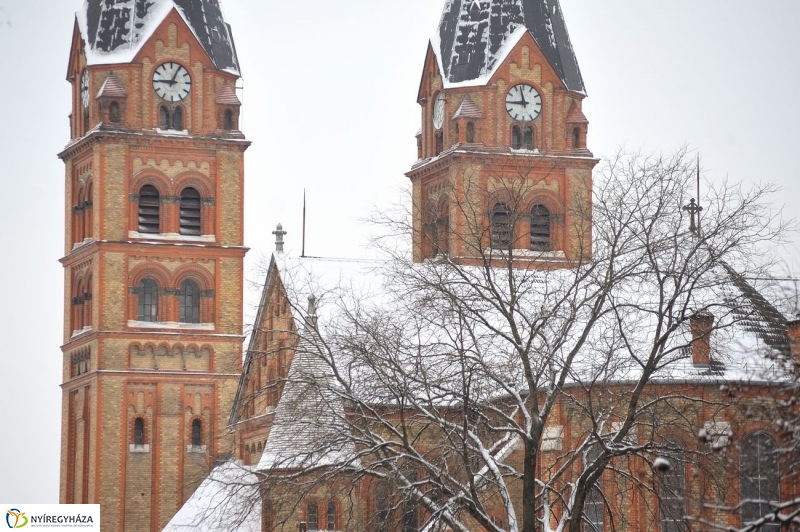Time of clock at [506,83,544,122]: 8:57
